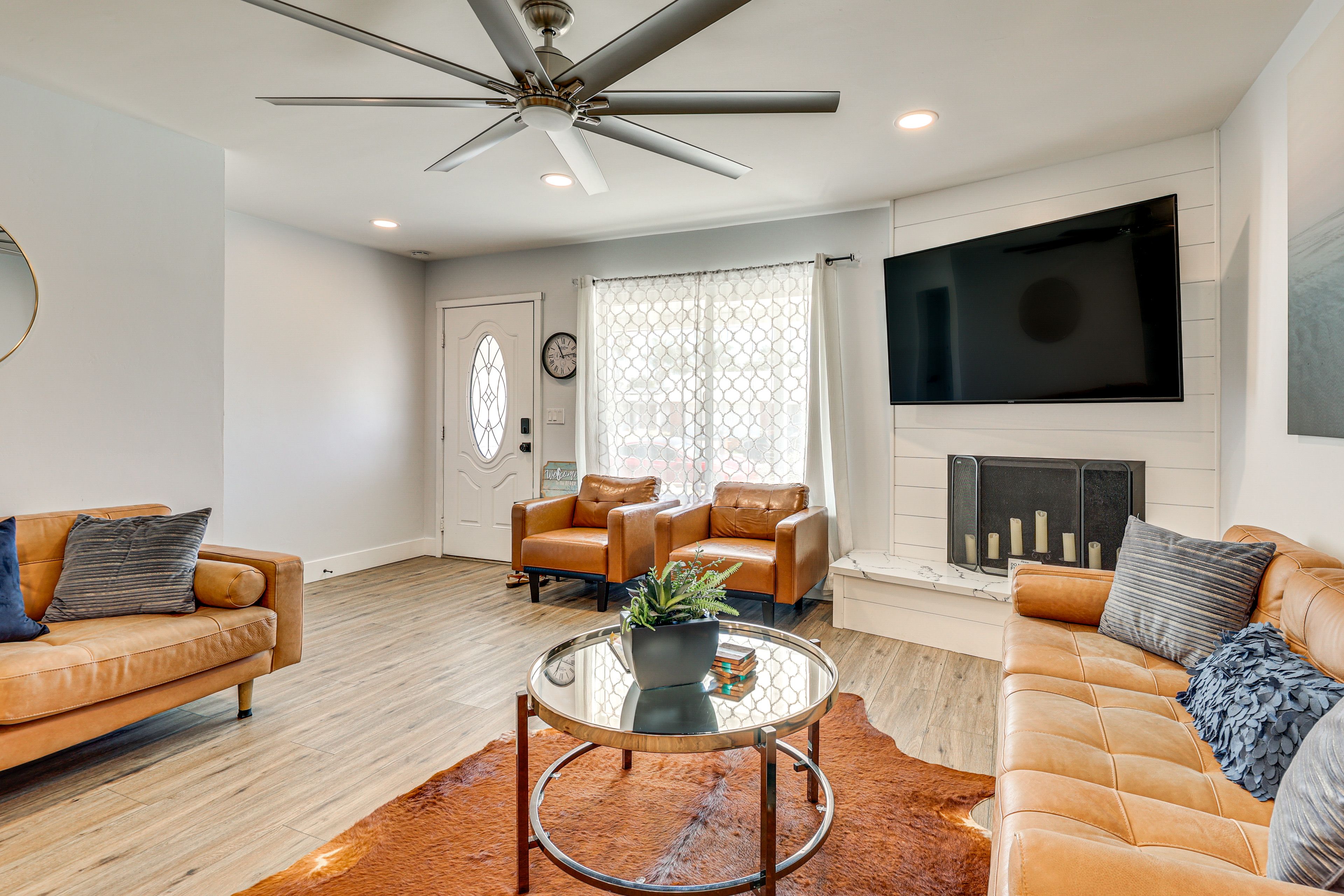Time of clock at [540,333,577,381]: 11:13
